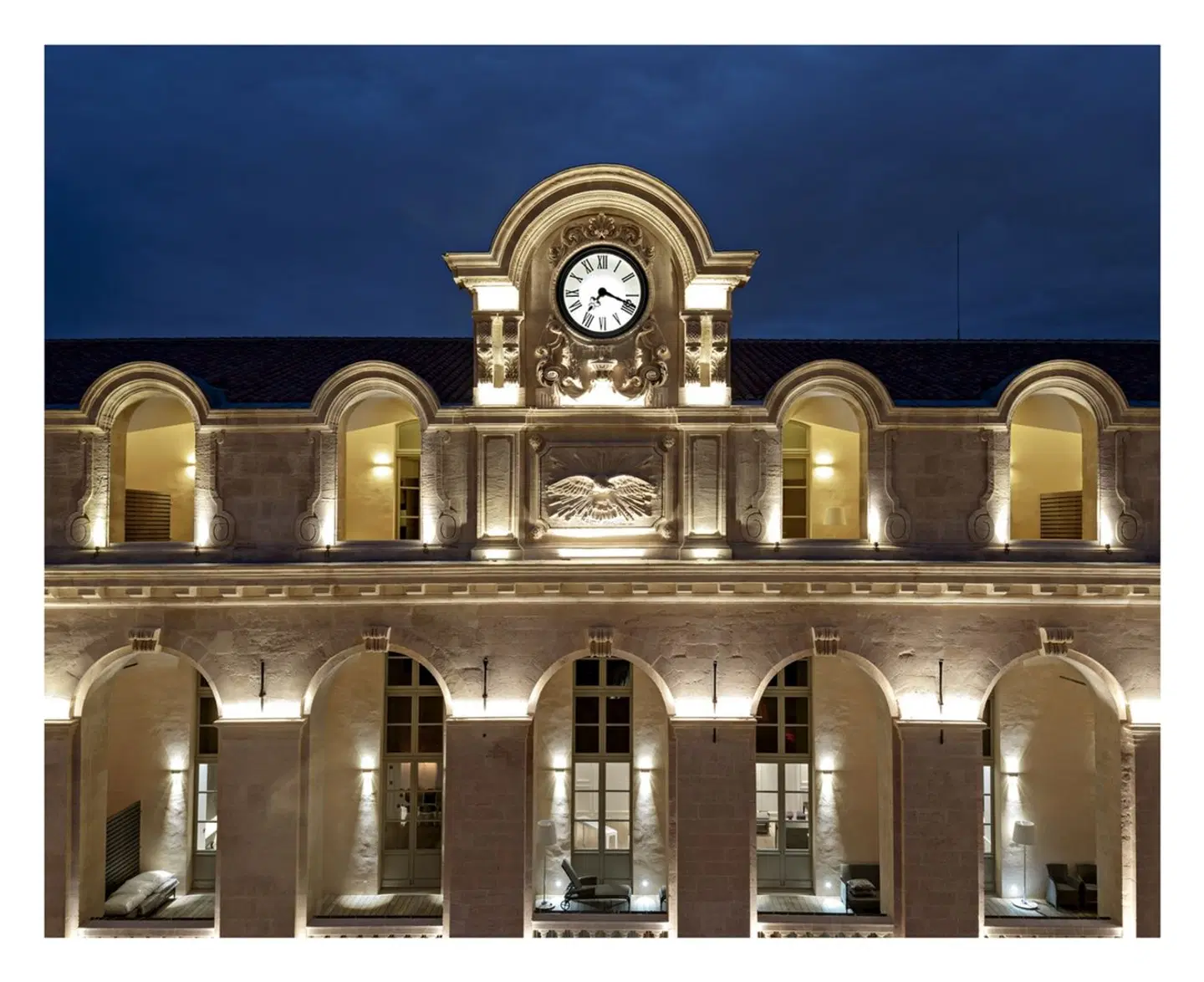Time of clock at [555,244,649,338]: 7:18
